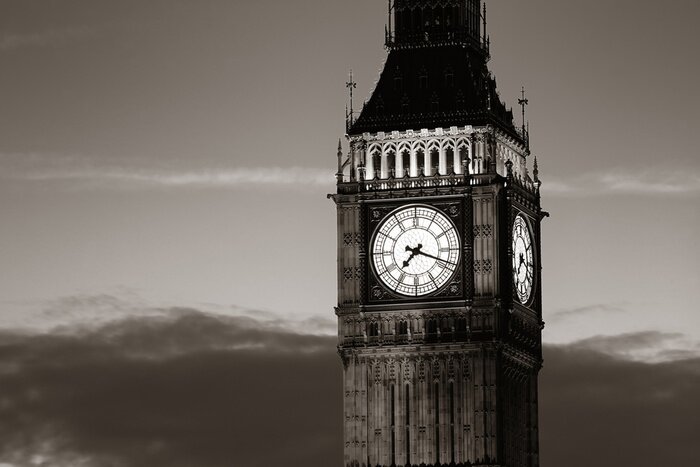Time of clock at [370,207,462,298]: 7:18
